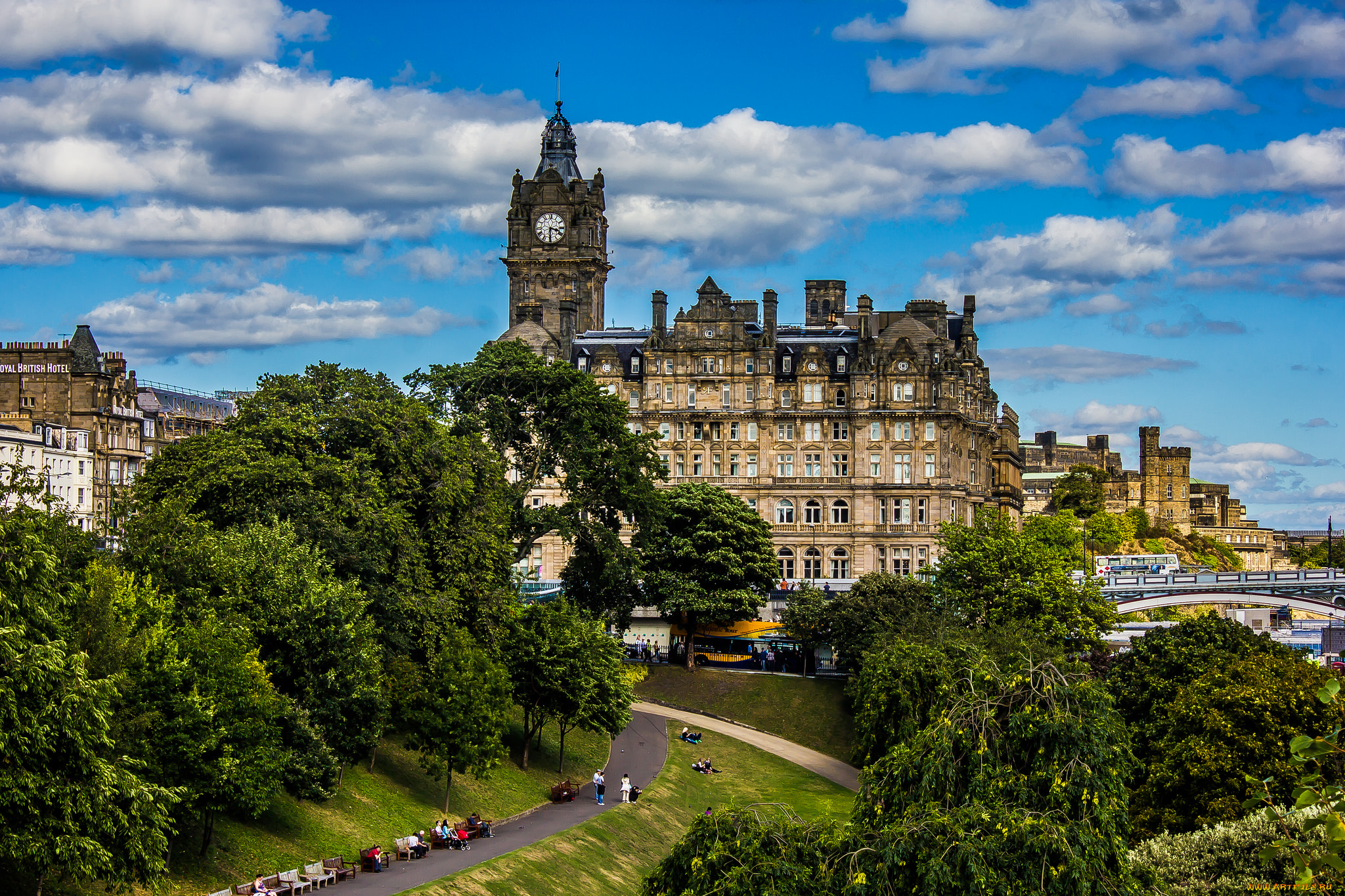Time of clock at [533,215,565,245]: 3:30
